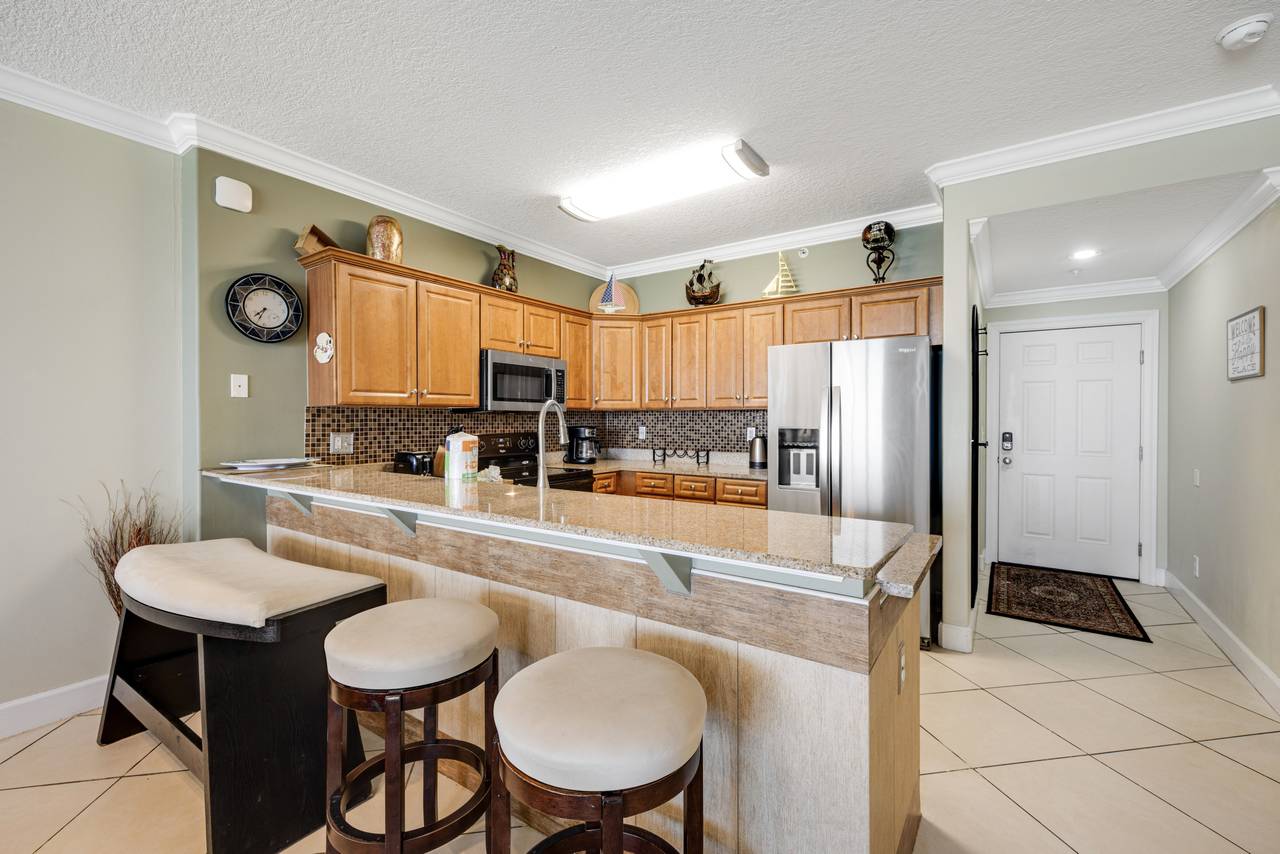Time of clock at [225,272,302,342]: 7:34
